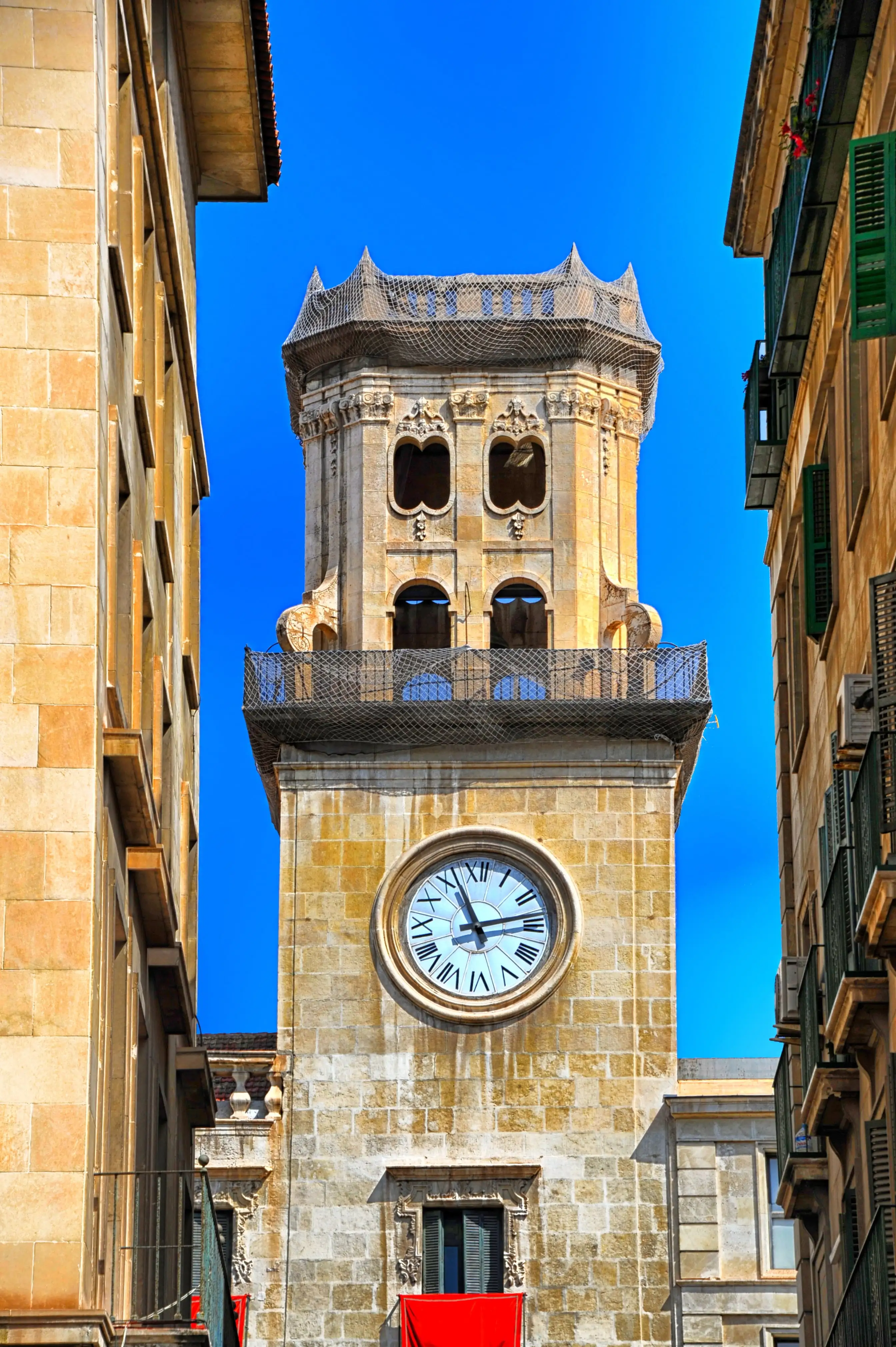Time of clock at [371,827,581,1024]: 11:13
